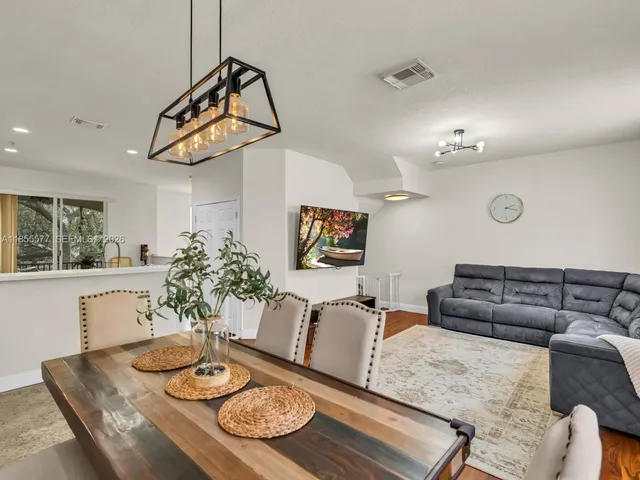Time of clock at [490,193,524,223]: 2:18
